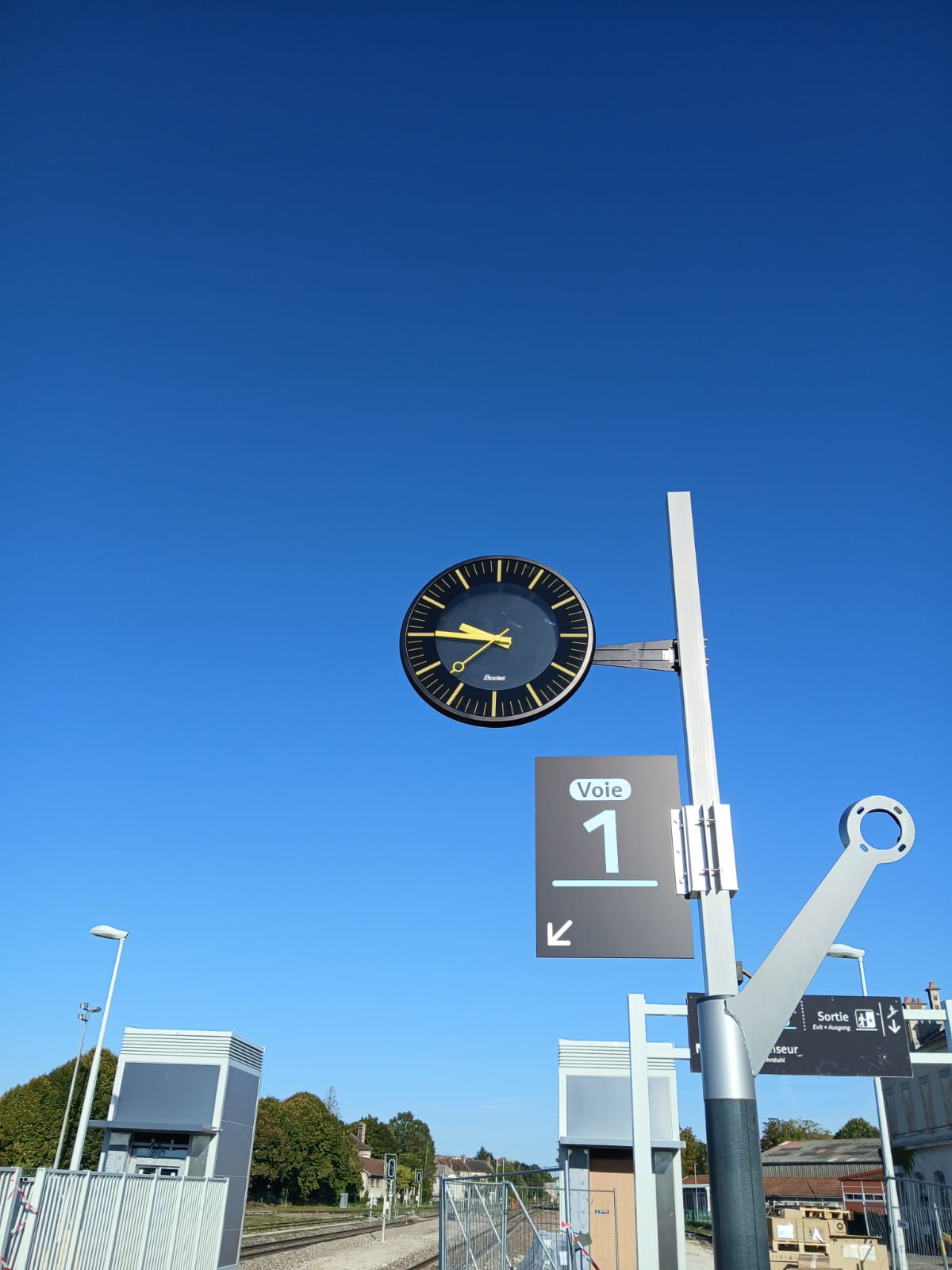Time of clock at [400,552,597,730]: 9:45
